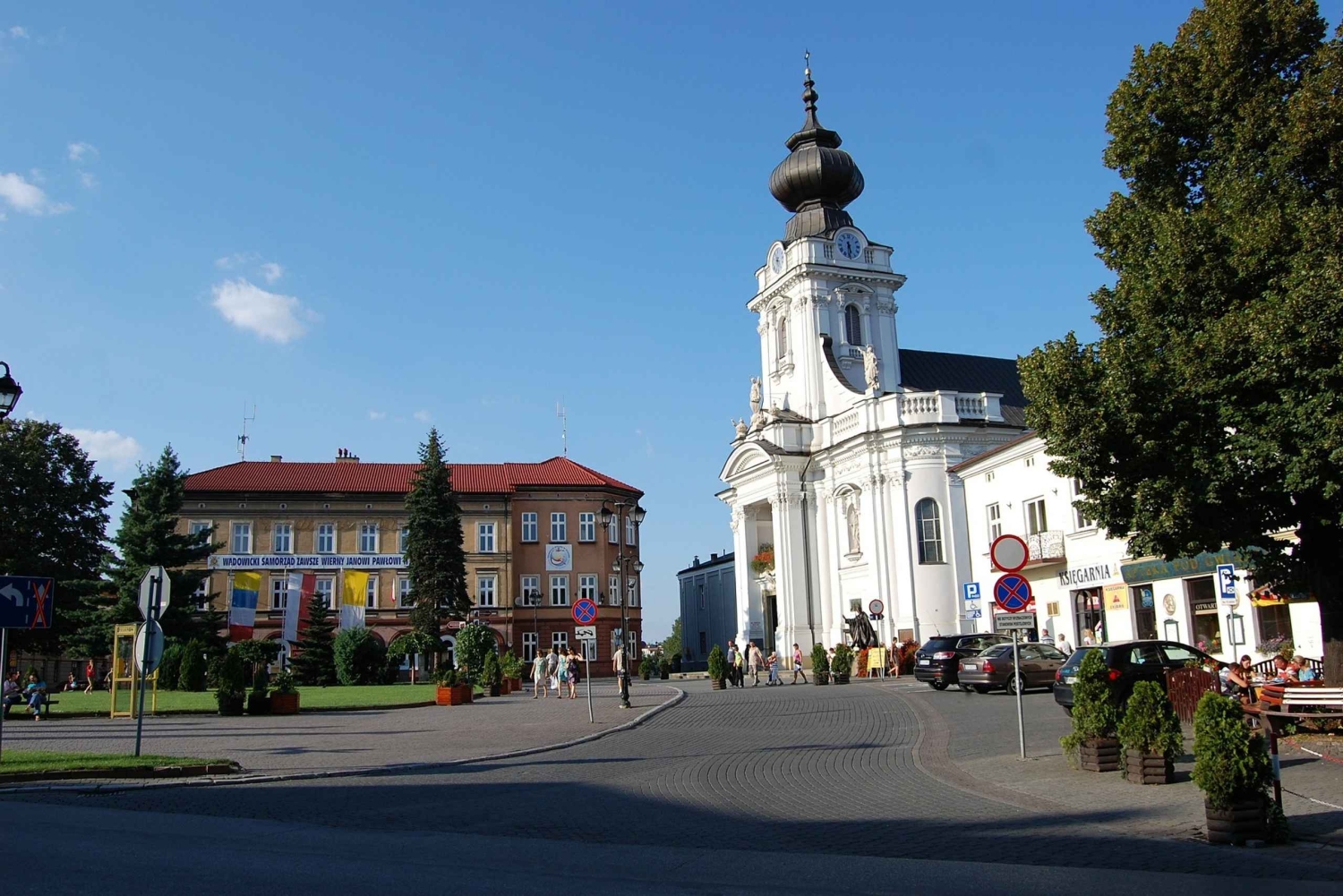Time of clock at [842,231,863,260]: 5:31
